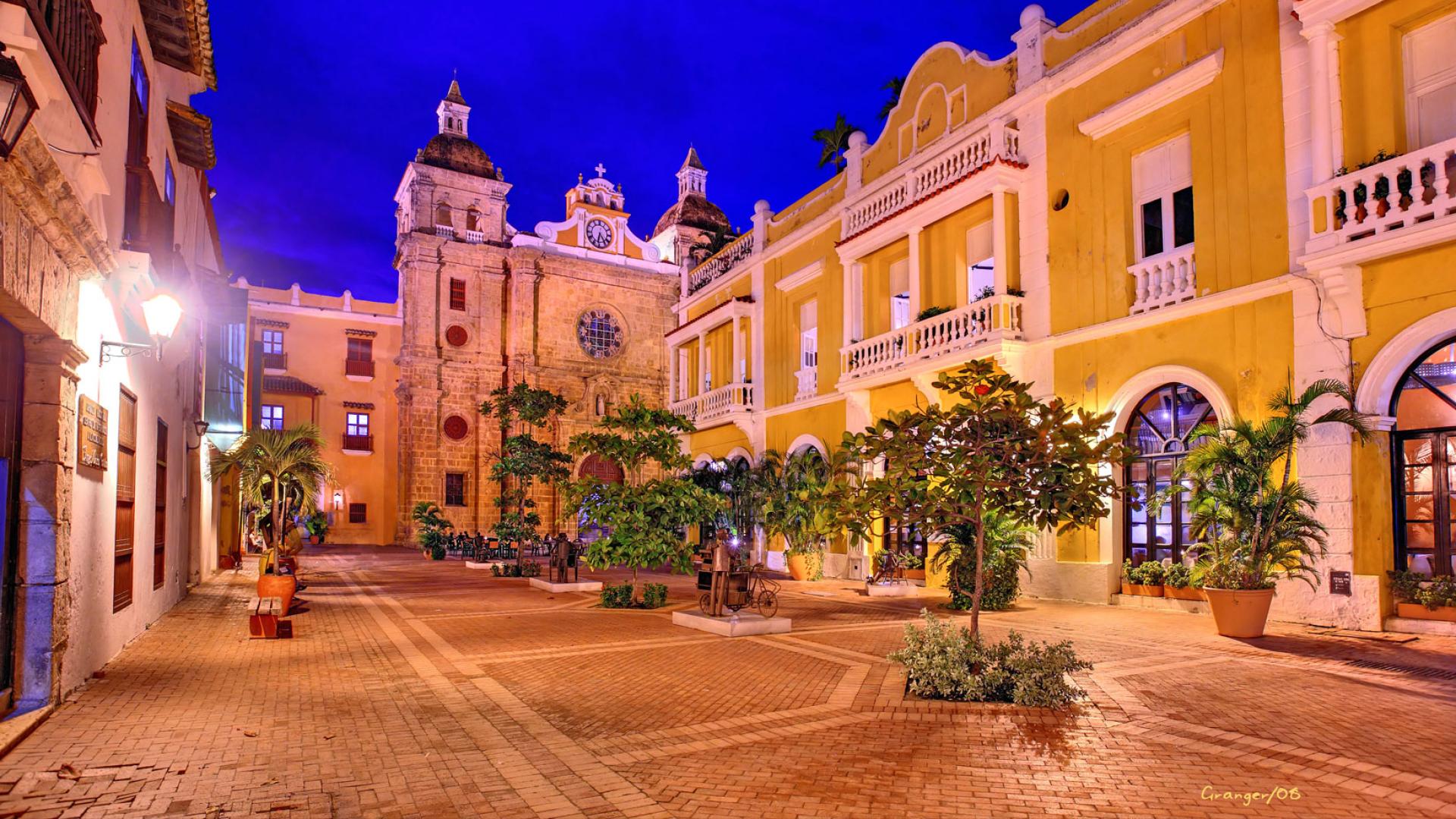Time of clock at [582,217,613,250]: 6:23
